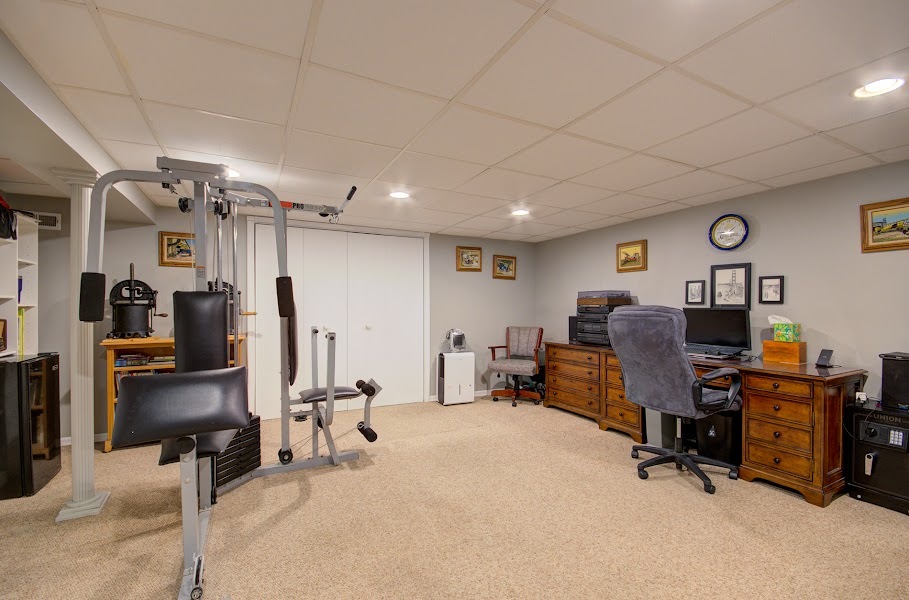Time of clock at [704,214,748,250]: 1:46
